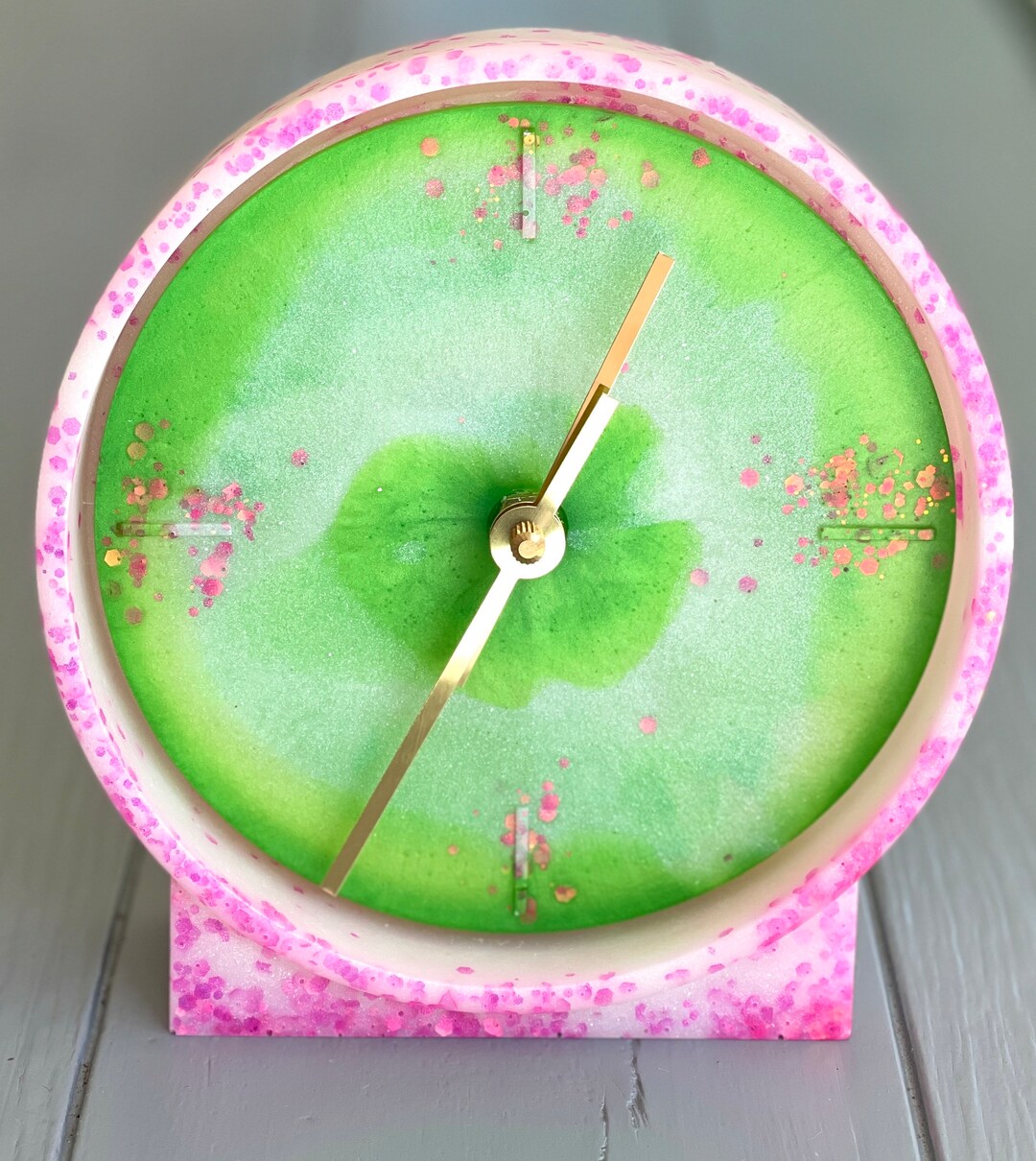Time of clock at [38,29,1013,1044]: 7:05
